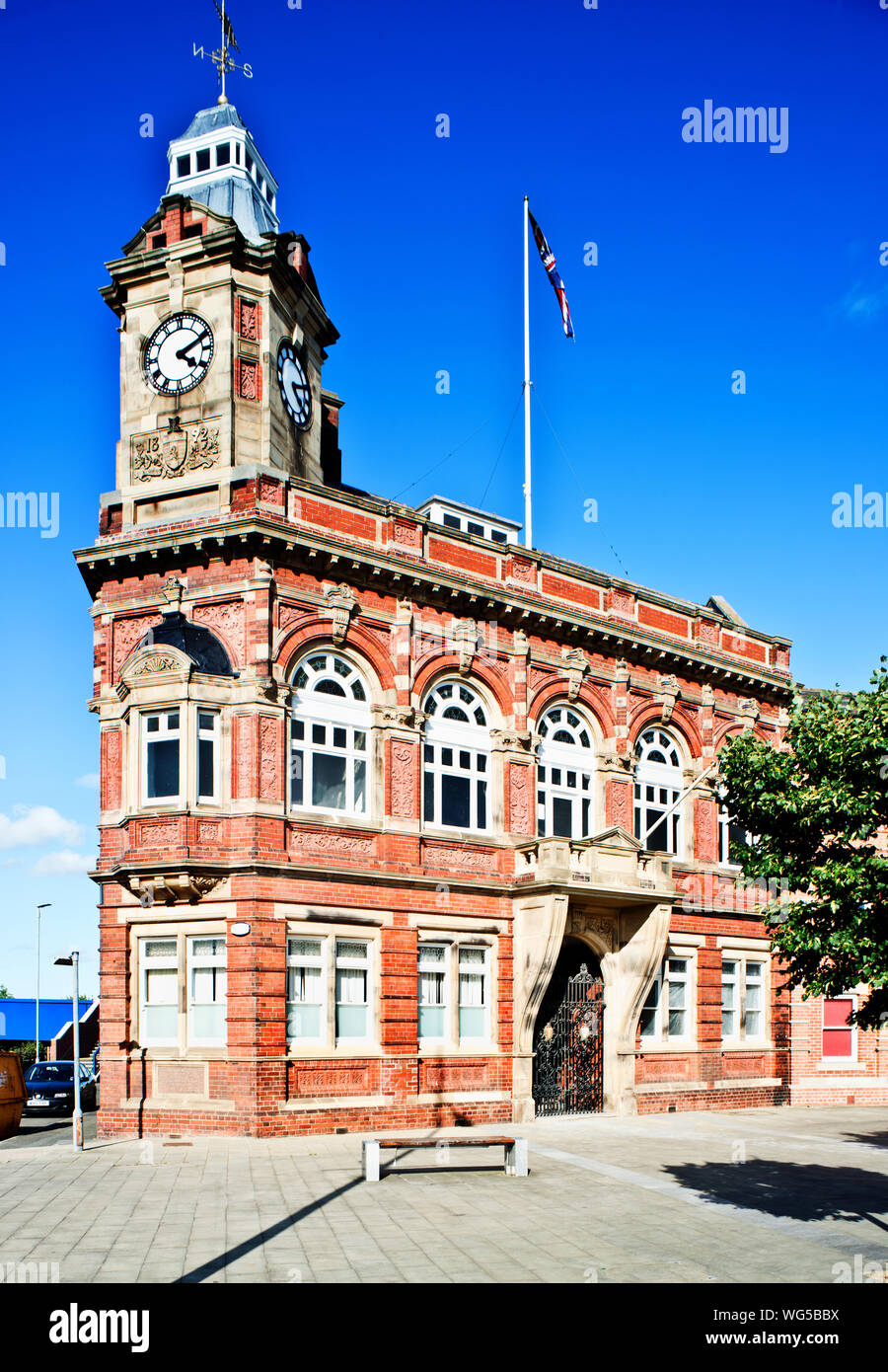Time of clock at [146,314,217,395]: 4:10
